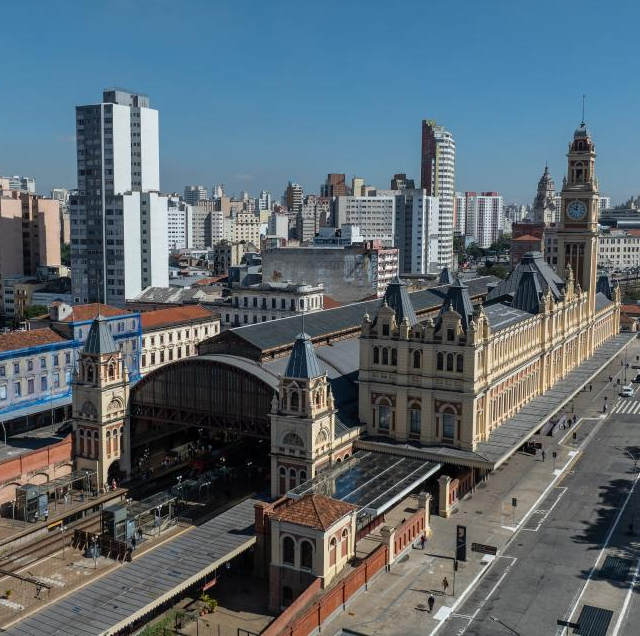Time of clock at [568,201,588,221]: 11:50
